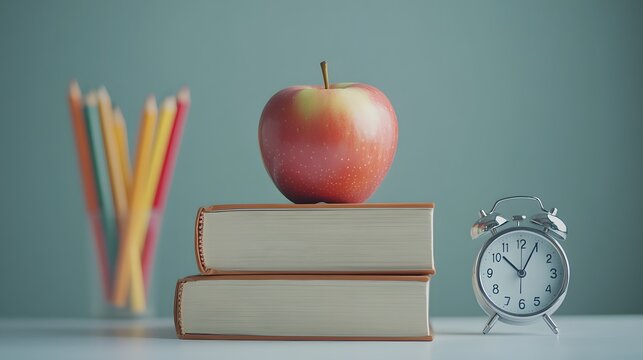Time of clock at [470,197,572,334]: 10:04
